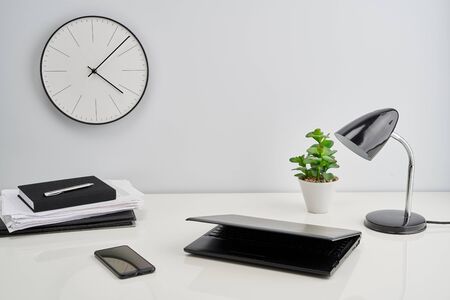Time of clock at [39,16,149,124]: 4:07
